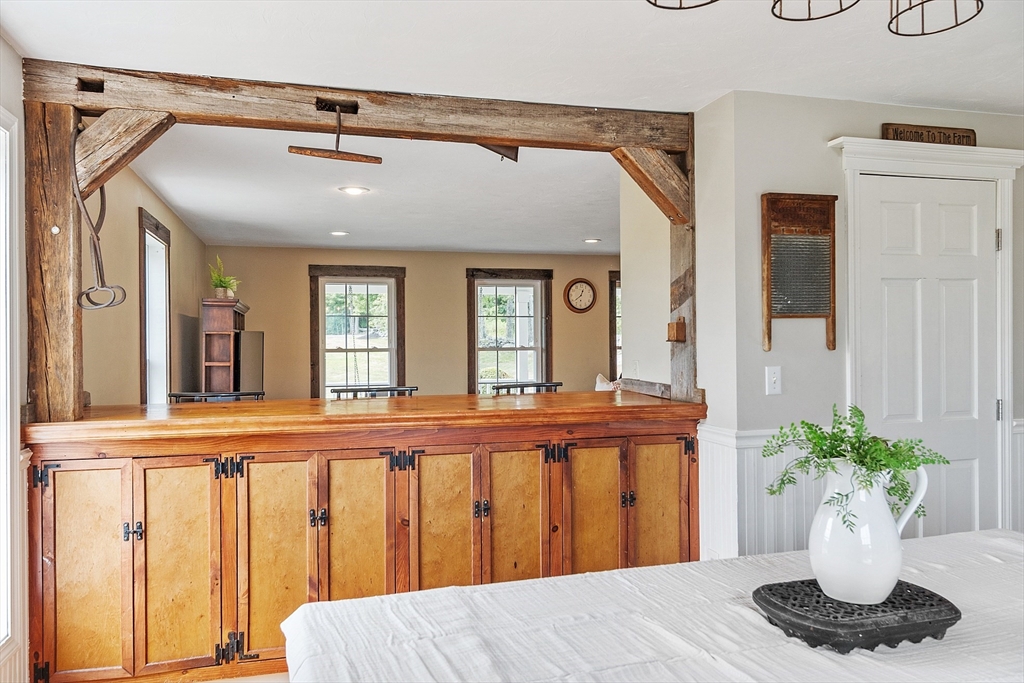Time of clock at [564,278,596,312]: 12:38
